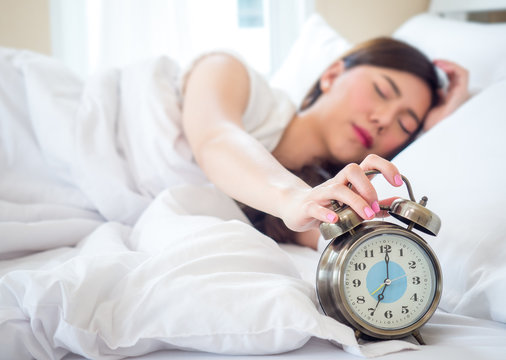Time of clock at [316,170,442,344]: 7:00
